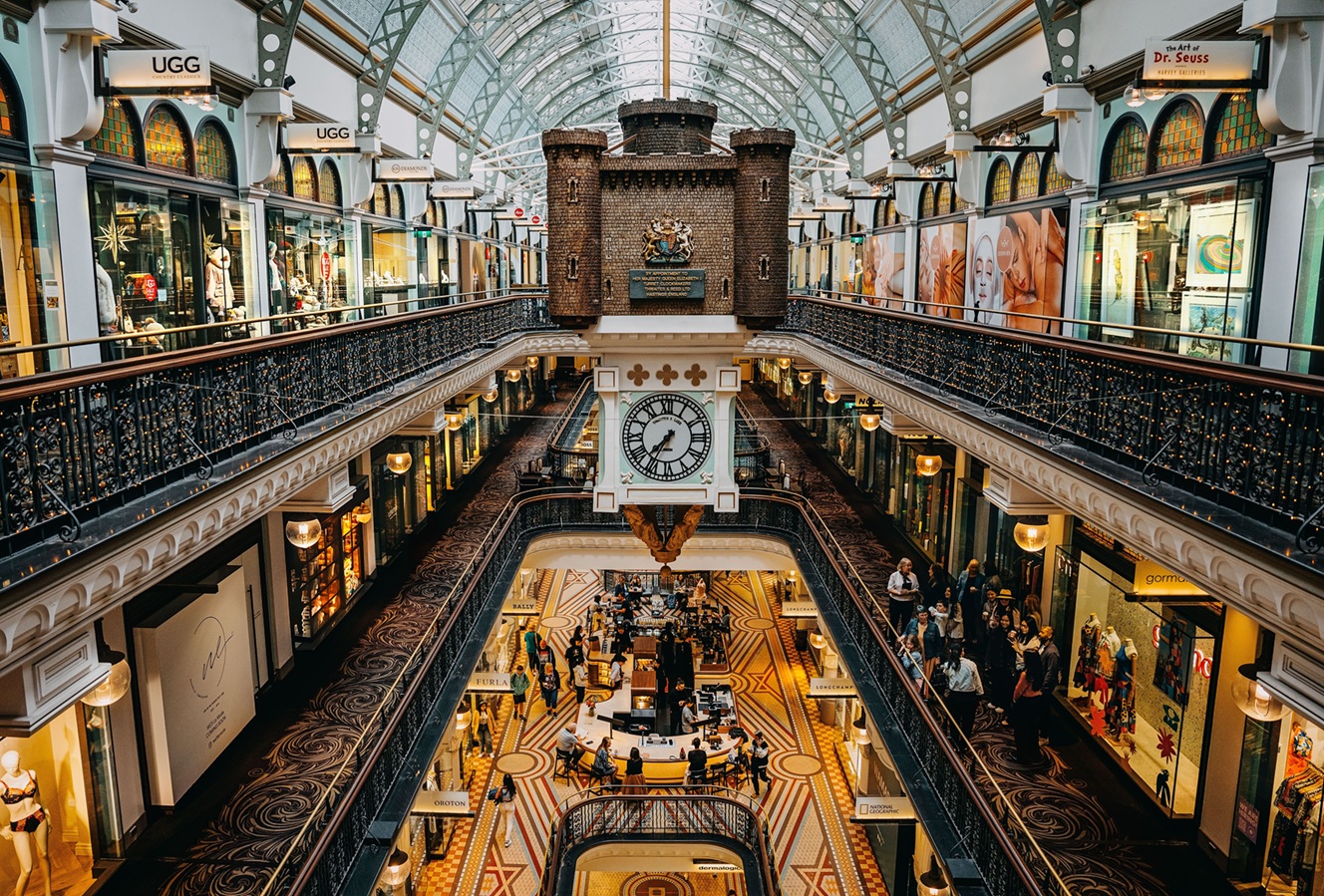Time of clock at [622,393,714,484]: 7:34
